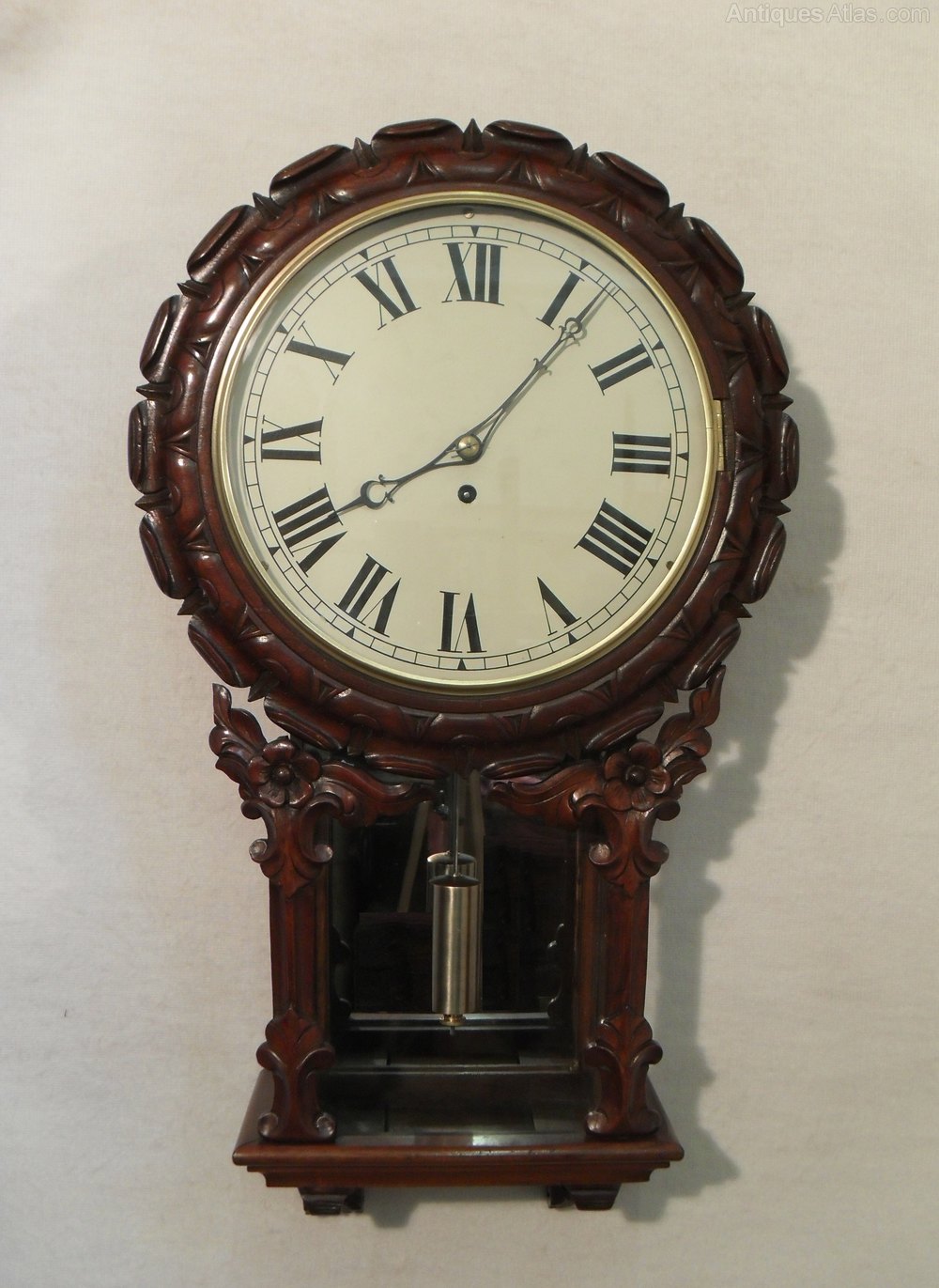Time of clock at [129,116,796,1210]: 8:06
